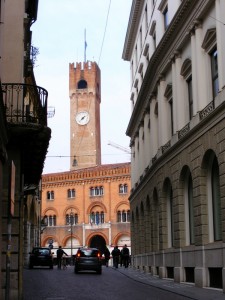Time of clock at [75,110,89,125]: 1:37
